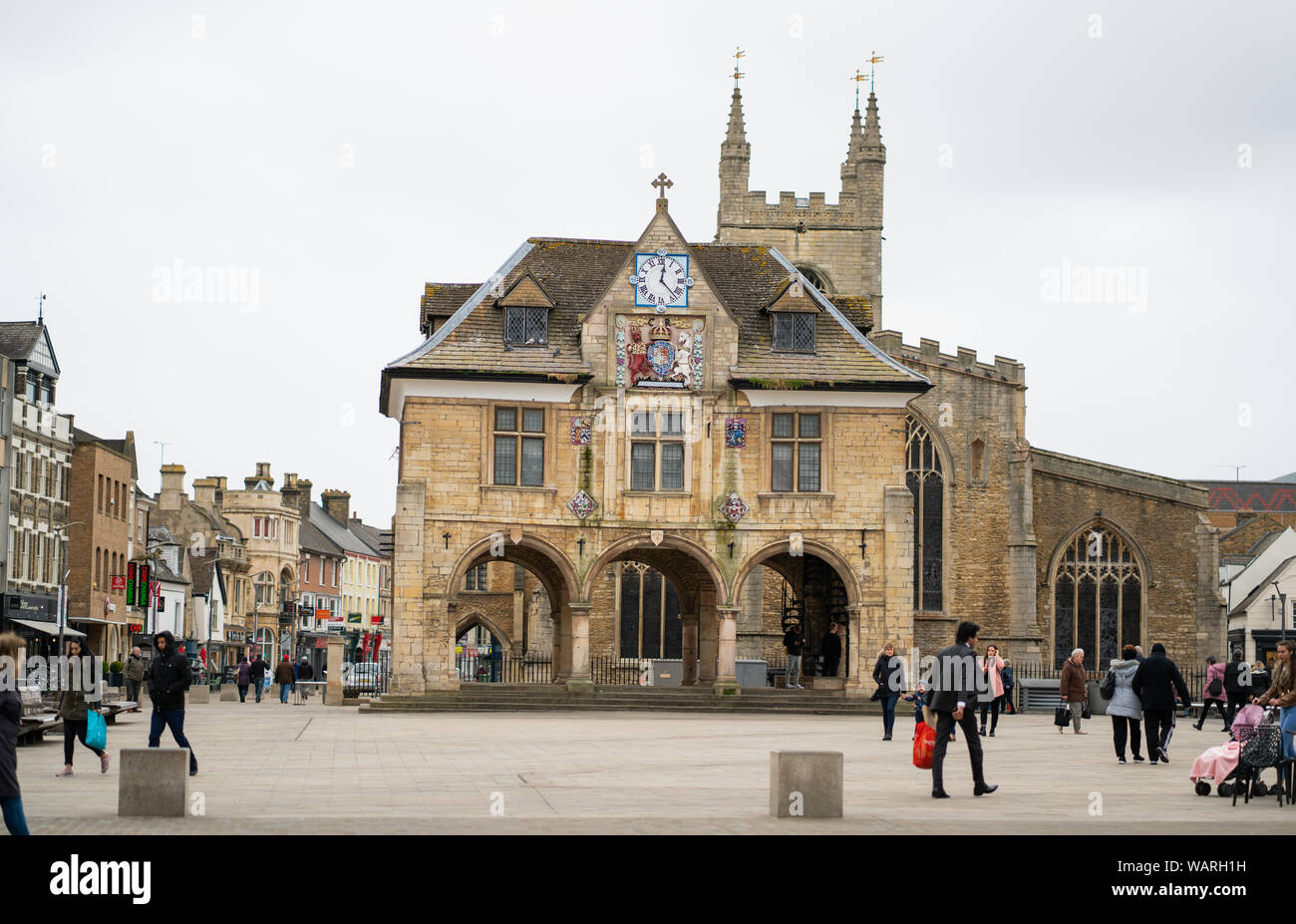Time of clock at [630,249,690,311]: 12:23
